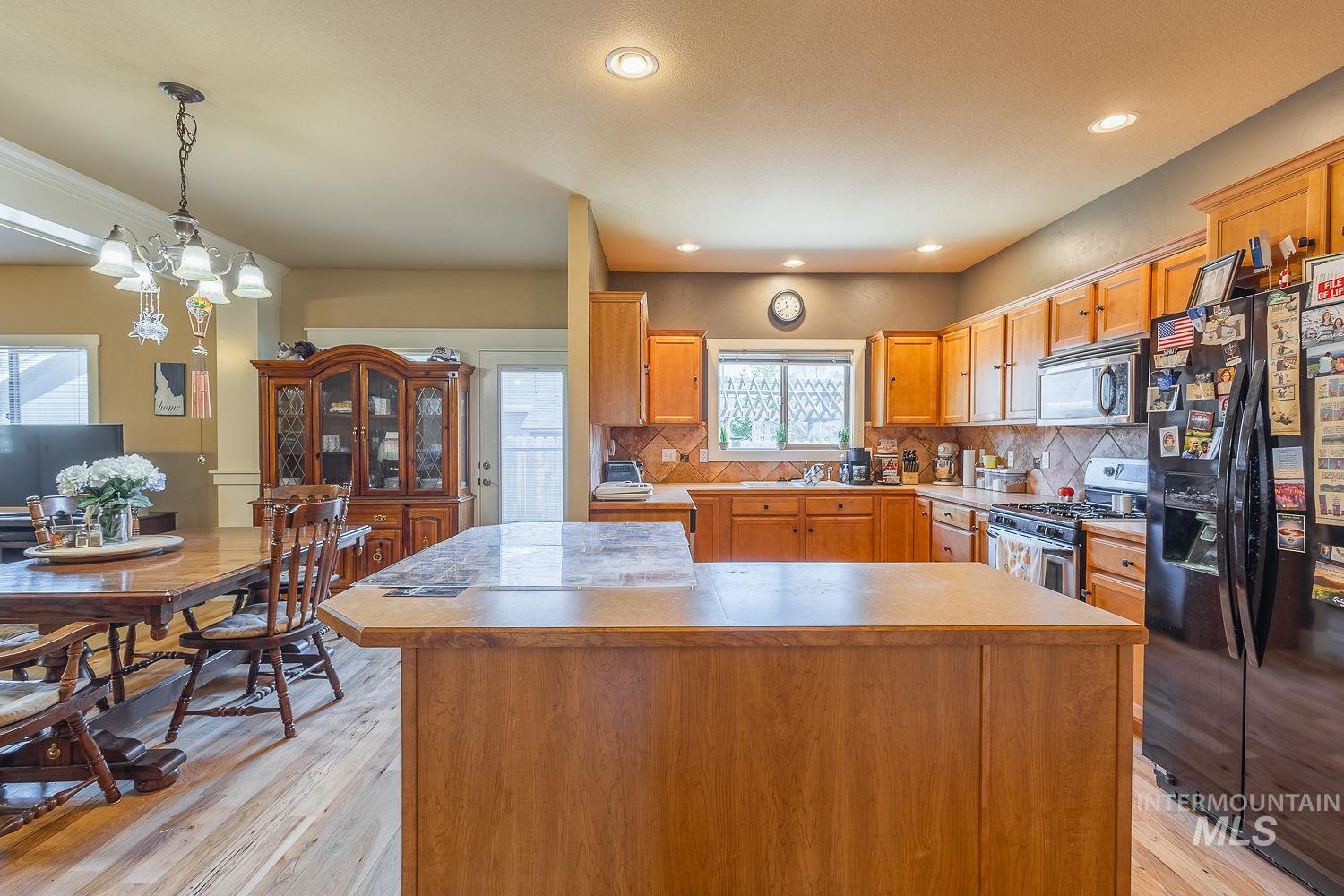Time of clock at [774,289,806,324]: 11:39
